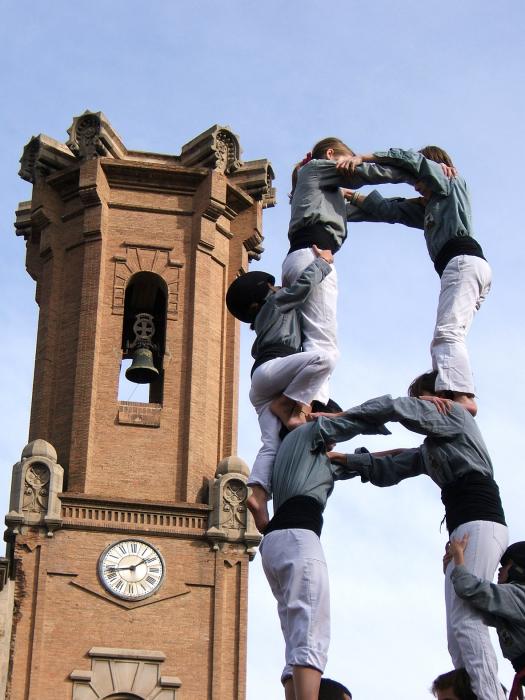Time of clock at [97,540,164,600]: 1:43
